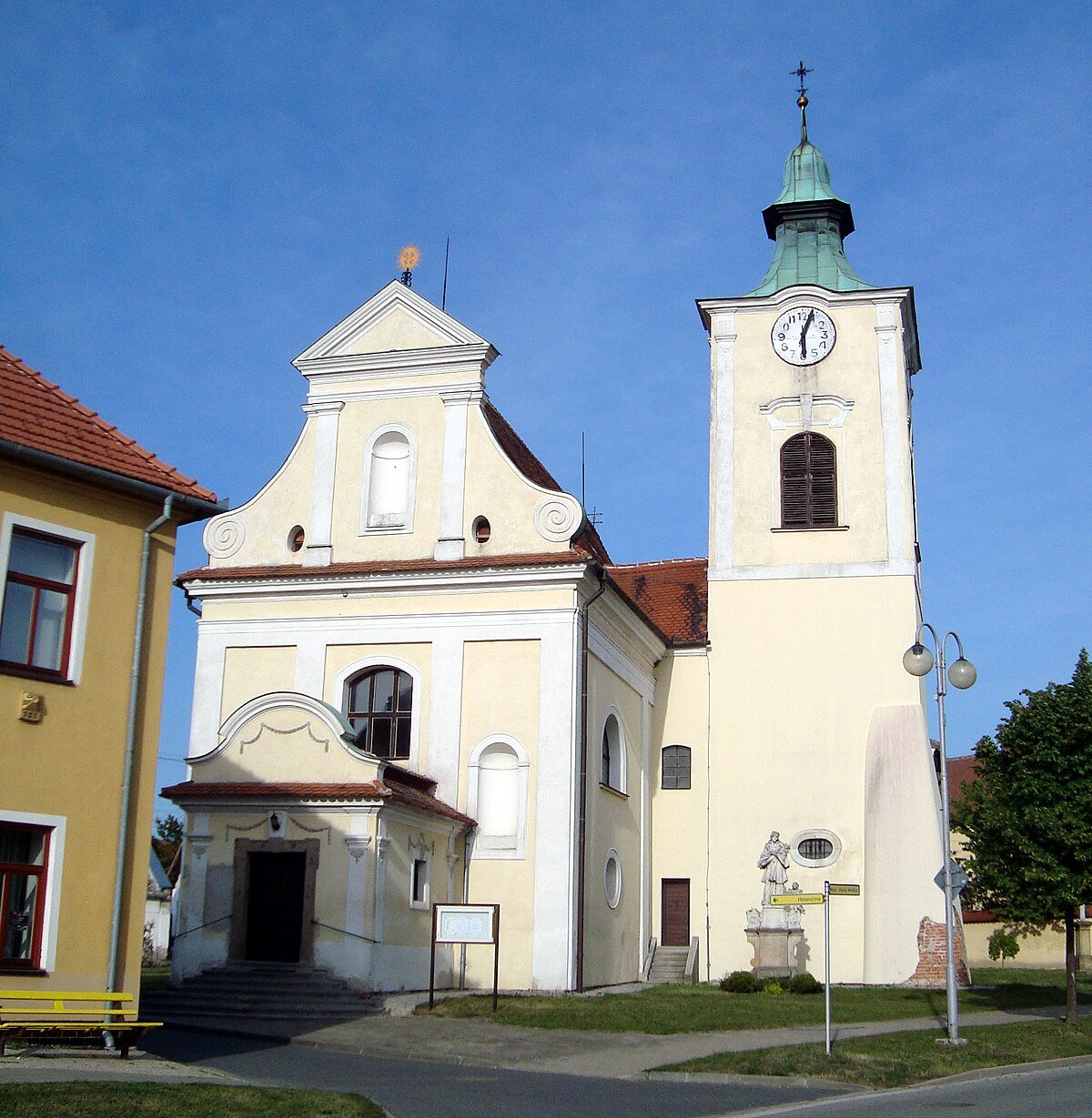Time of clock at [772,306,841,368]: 6:03
